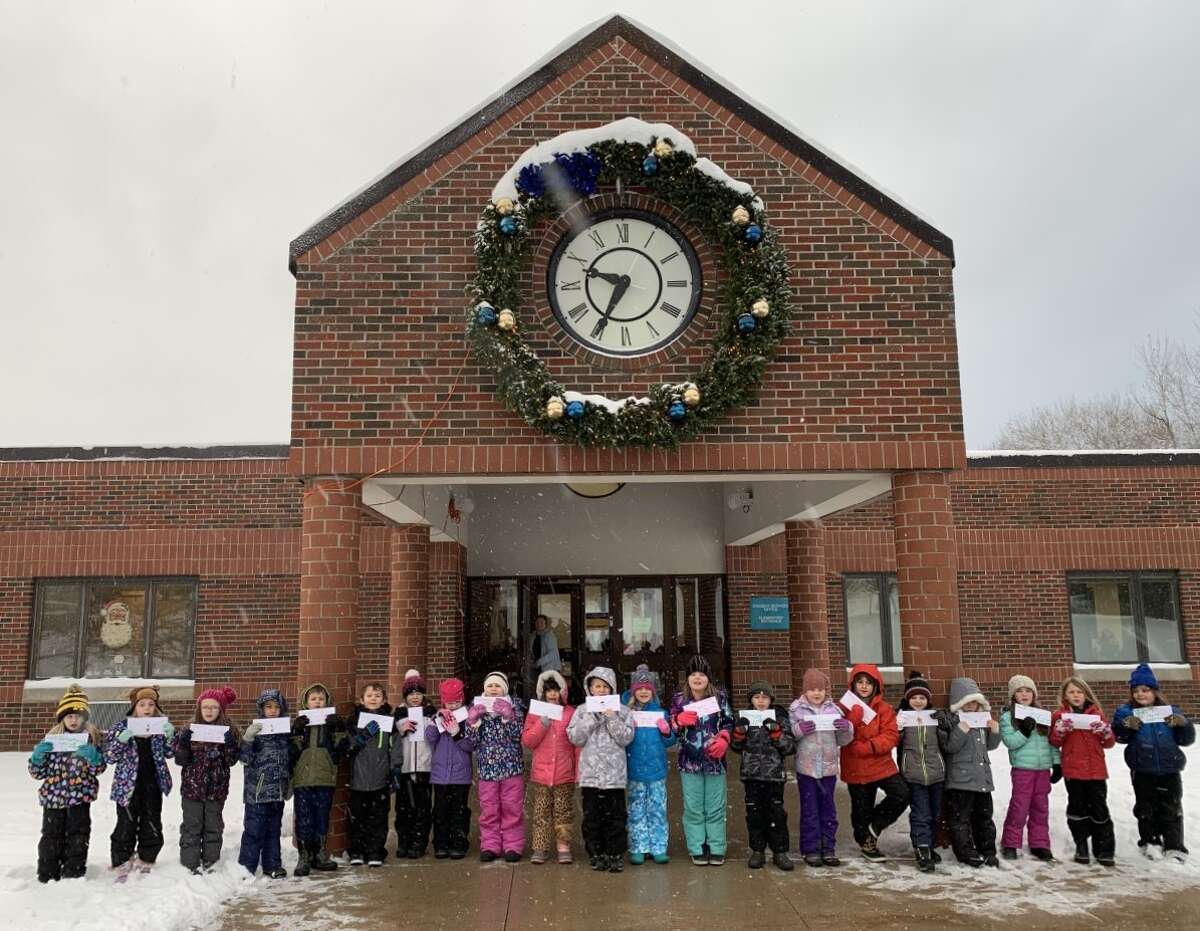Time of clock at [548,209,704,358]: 9:34
